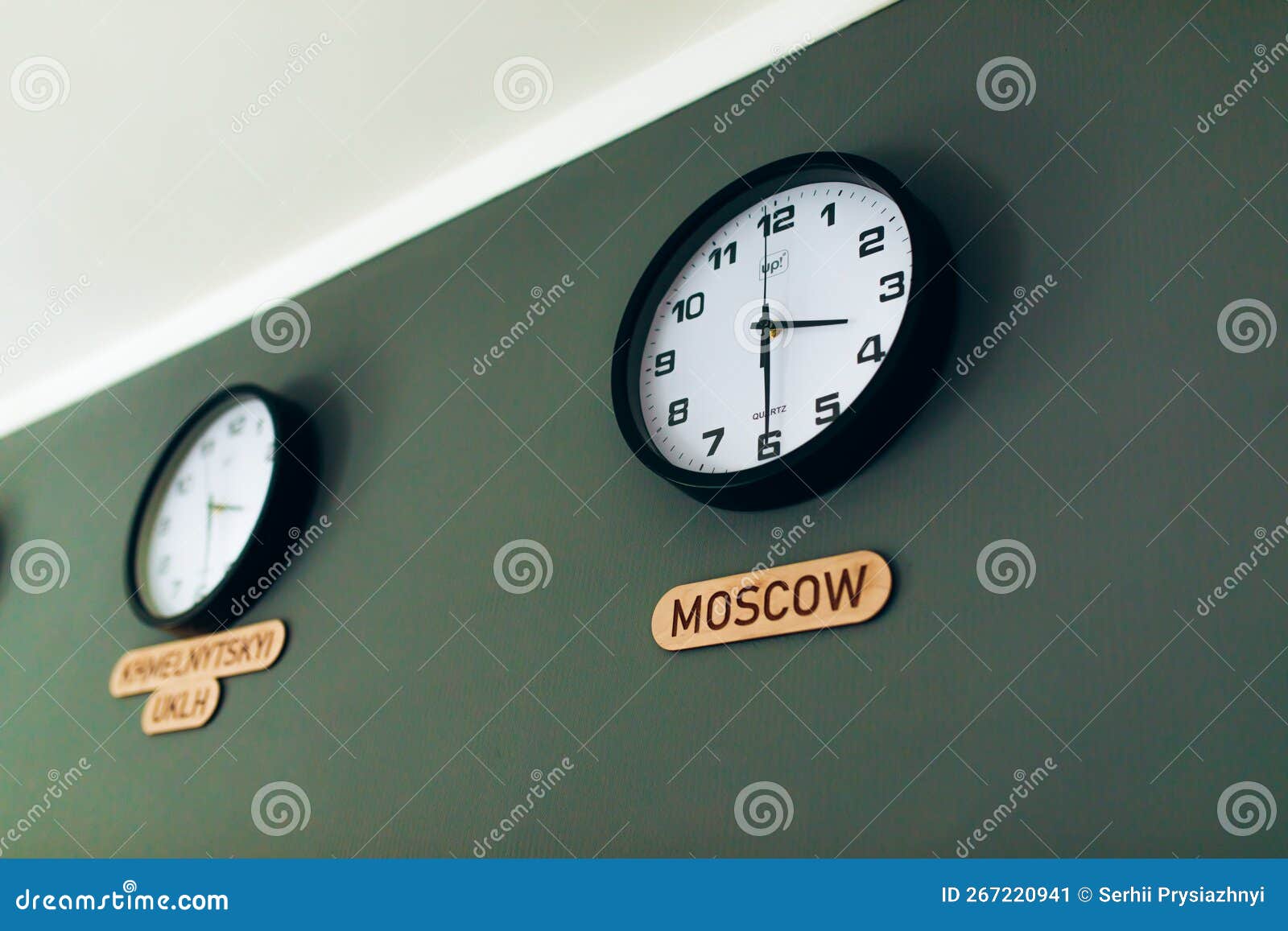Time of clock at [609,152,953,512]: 3:29
